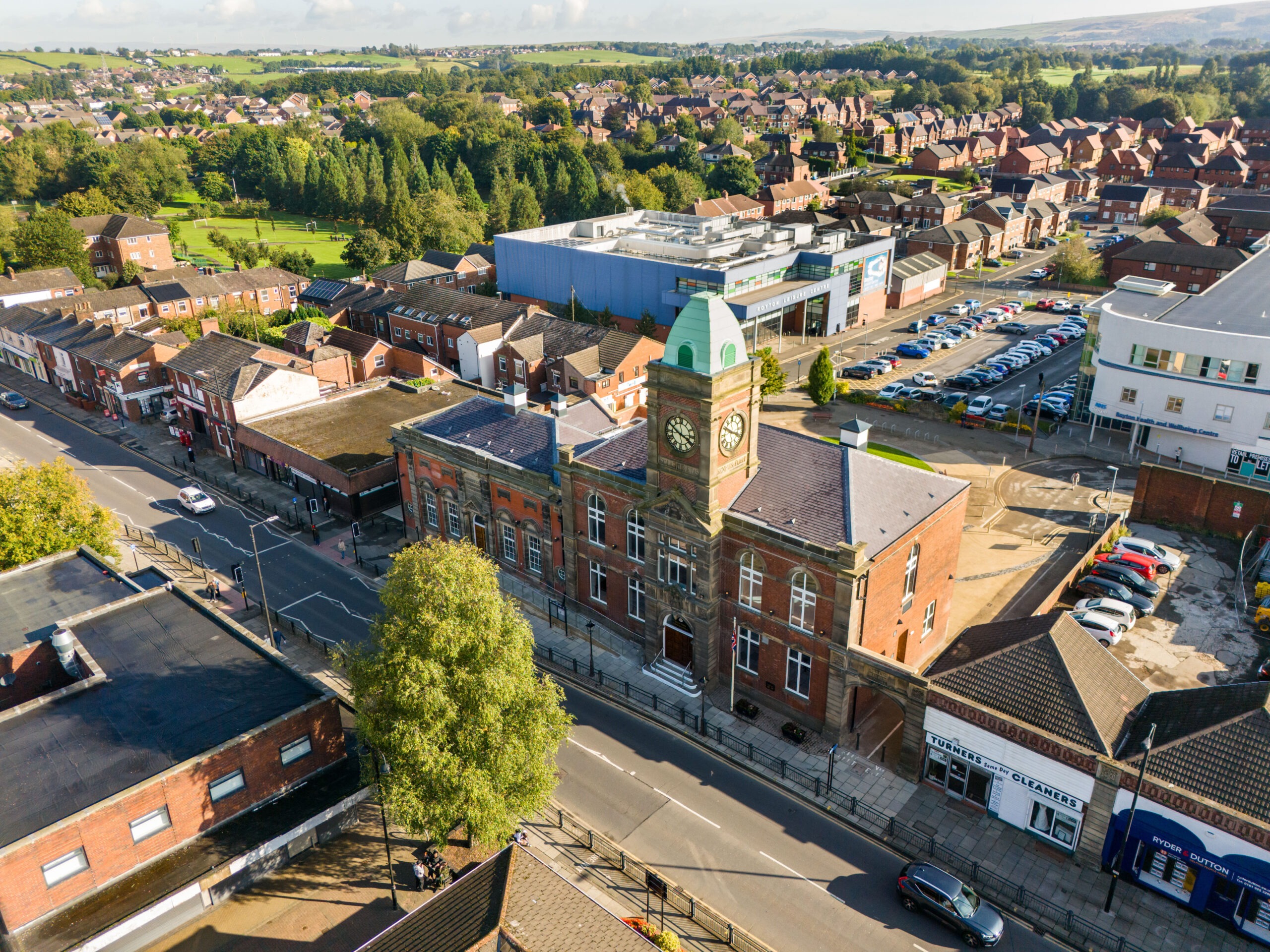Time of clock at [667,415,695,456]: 3:49
